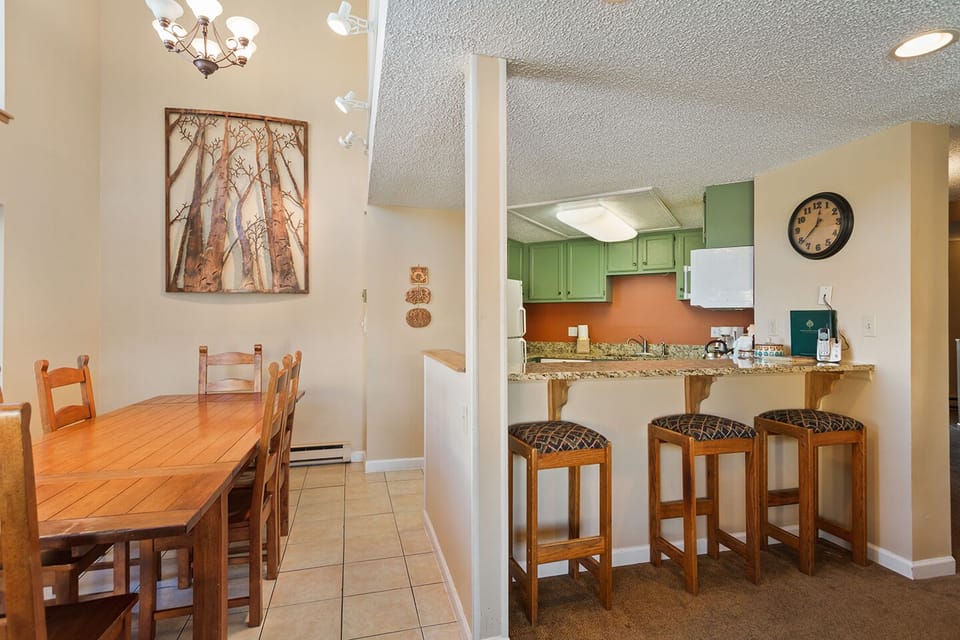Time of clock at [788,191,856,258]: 12:38
